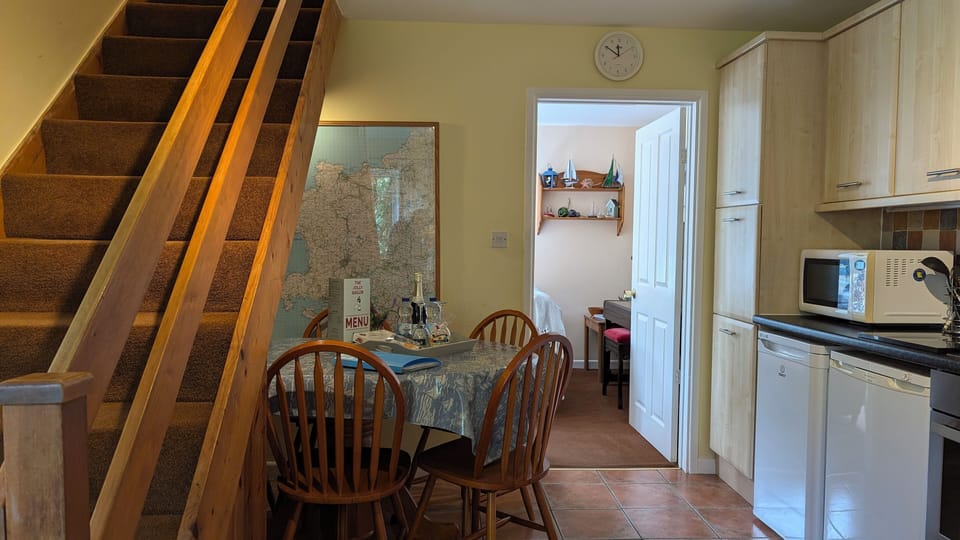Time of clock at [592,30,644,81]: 11:50
